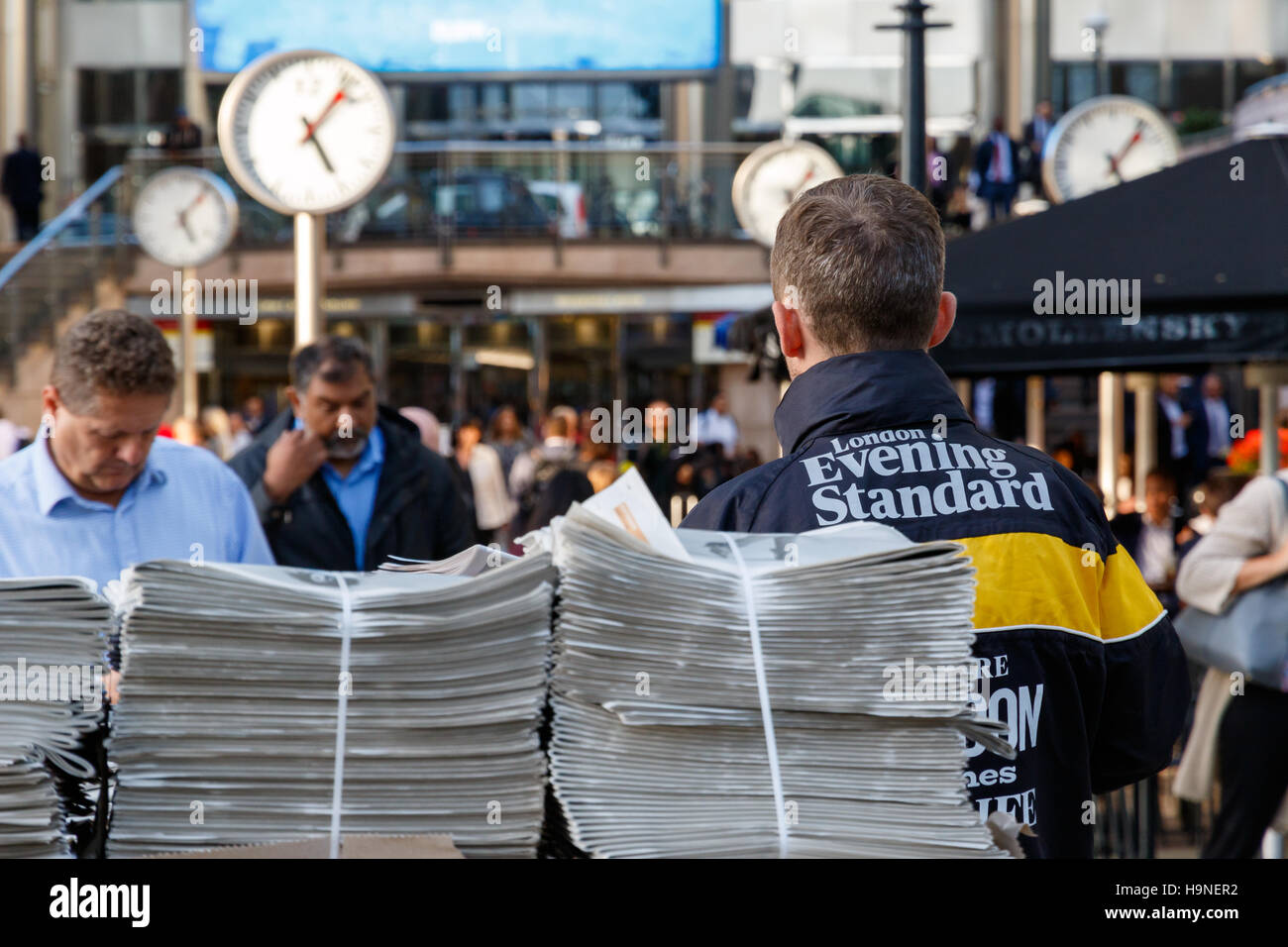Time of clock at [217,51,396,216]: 5:06
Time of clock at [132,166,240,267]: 5:06
